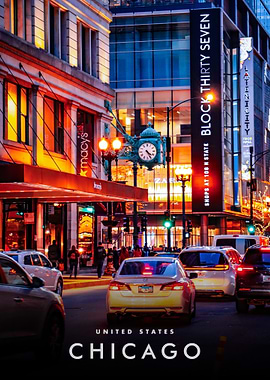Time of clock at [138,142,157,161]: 4:25
